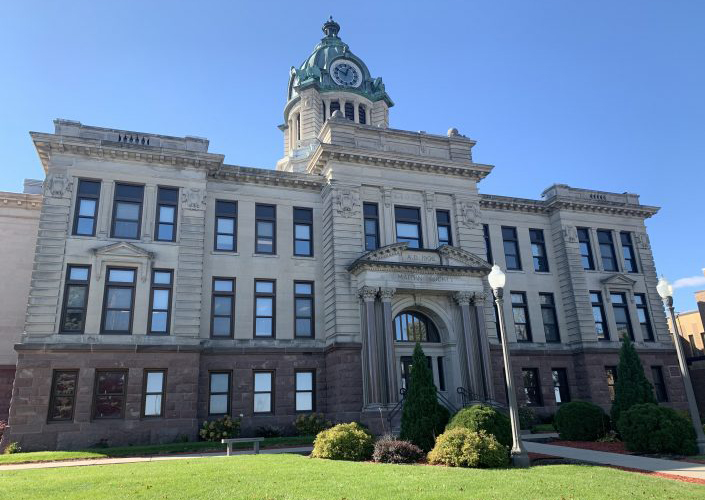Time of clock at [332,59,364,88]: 12:48
